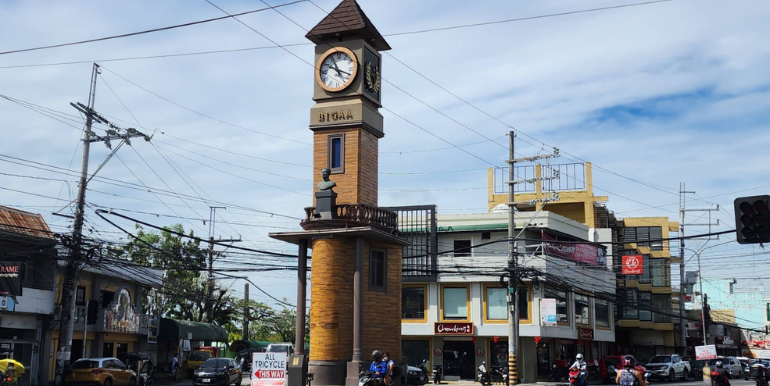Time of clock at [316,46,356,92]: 11:18
